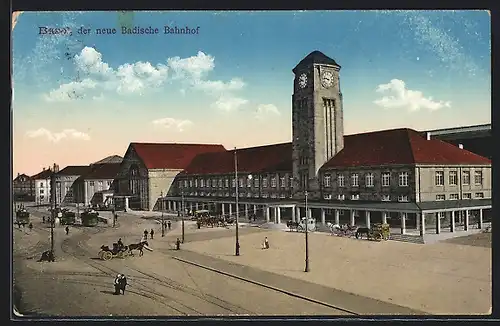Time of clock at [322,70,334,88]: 9:45
